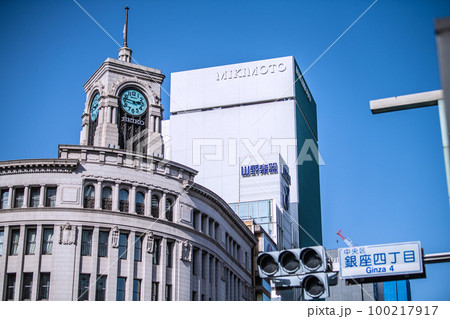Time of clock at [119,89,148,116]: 2:46
